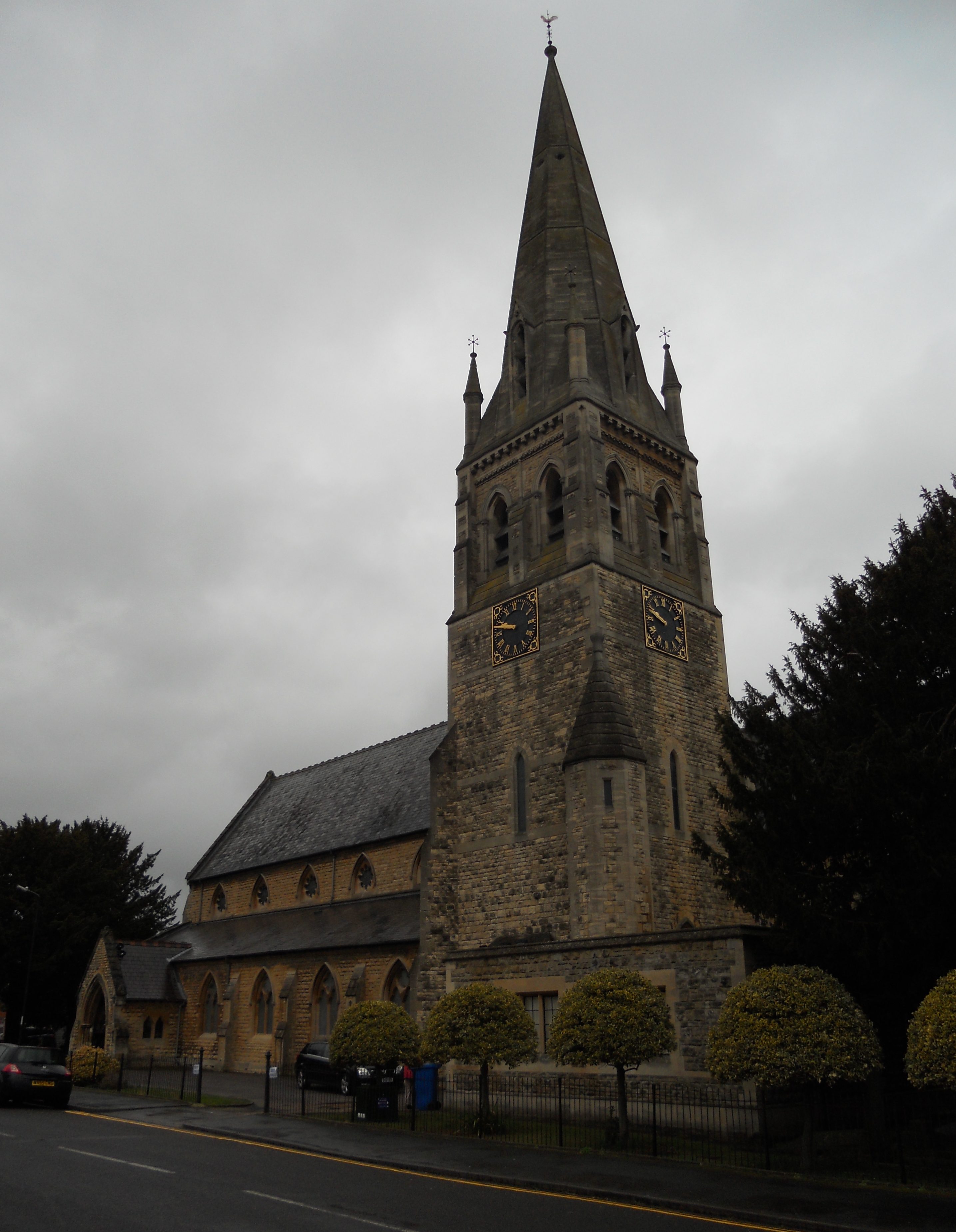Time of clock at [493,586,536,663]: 9:47
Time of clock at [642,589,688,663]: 9:48
